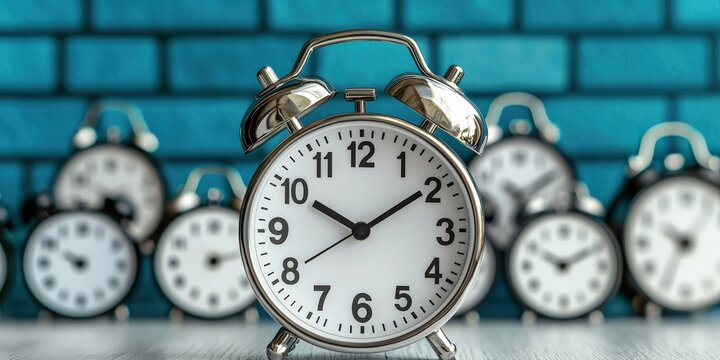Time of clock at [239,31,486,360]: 10:09
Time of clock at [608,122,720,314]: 10:10
